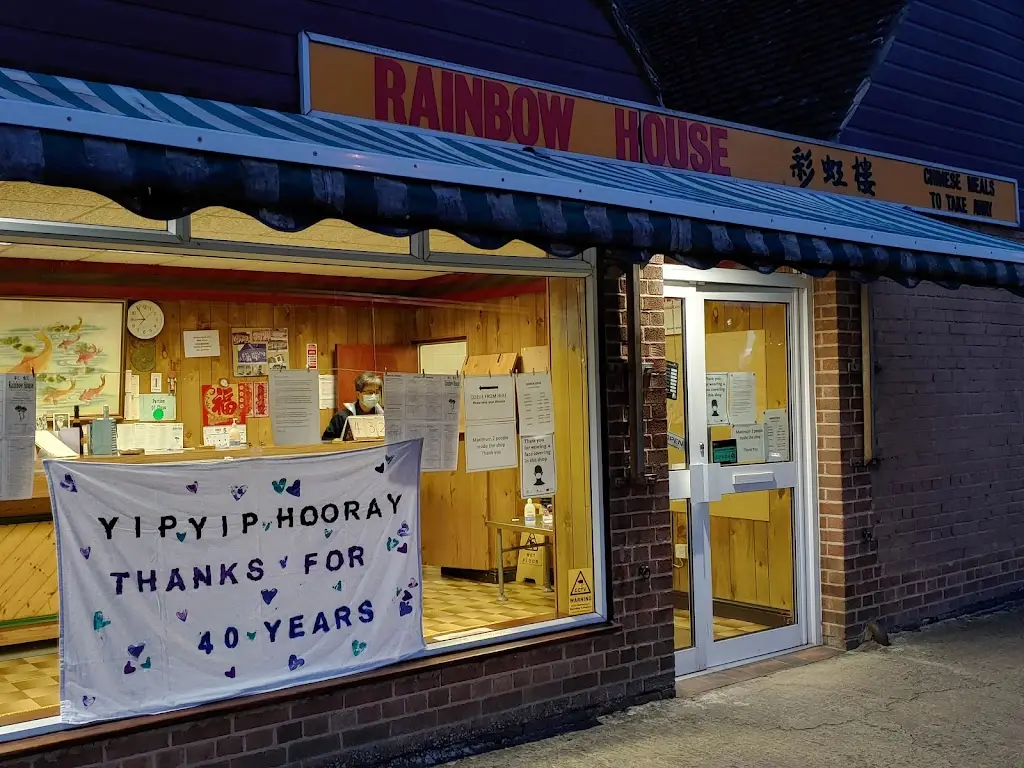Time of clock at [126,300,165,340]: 8:54
